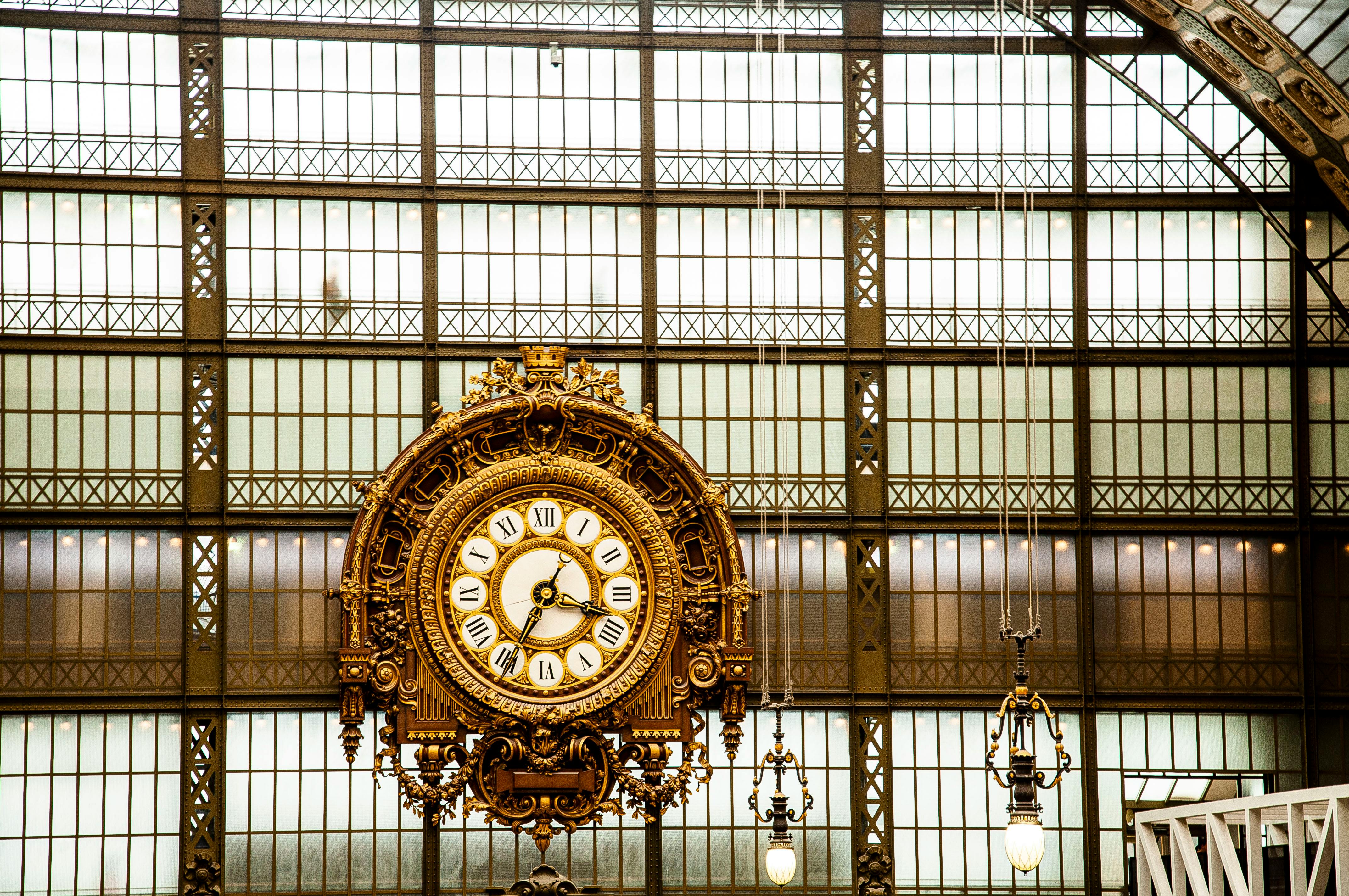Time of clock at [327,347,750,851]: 3:34
